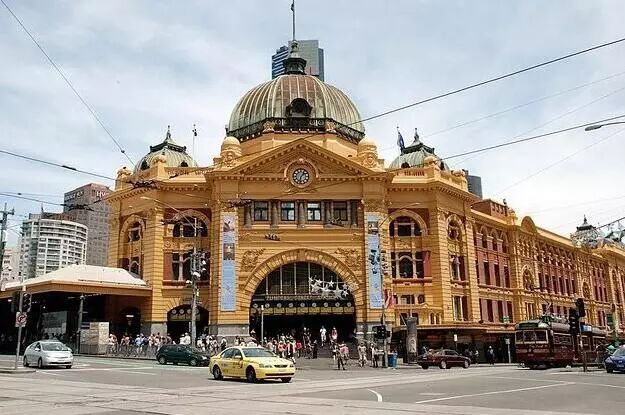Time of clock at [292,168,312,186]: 1:32
